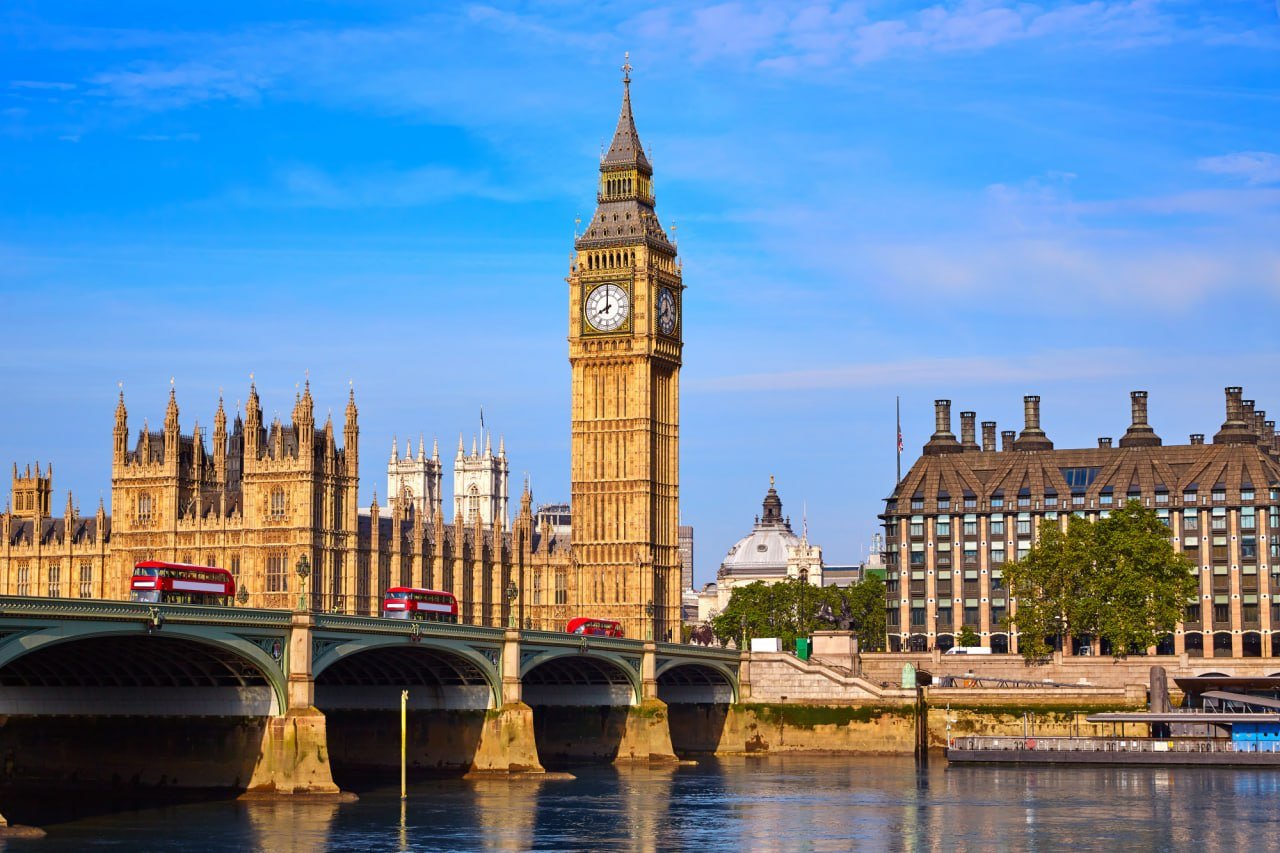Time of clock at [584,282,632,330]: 7:59
